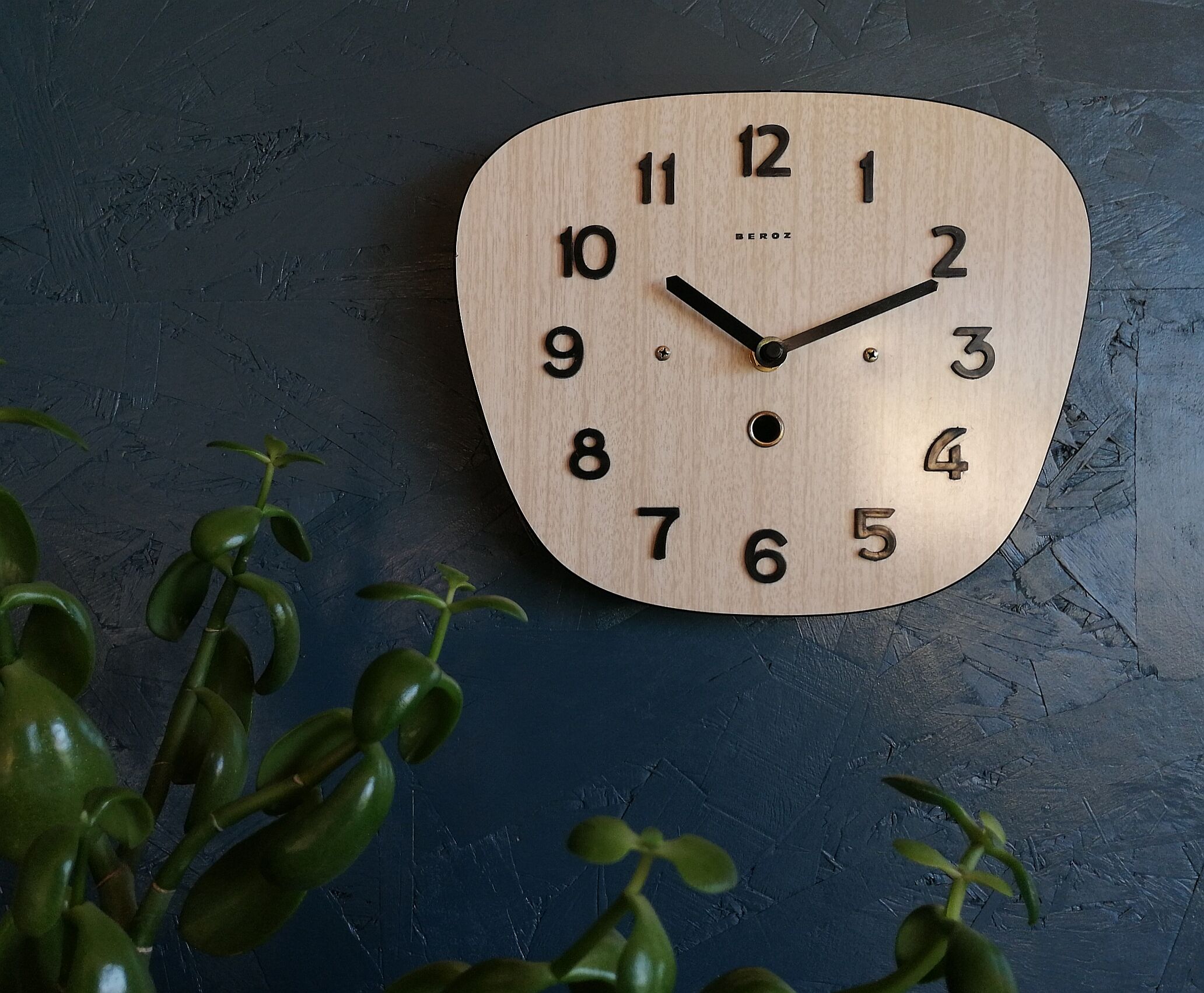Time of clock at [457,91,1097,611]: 10:11
